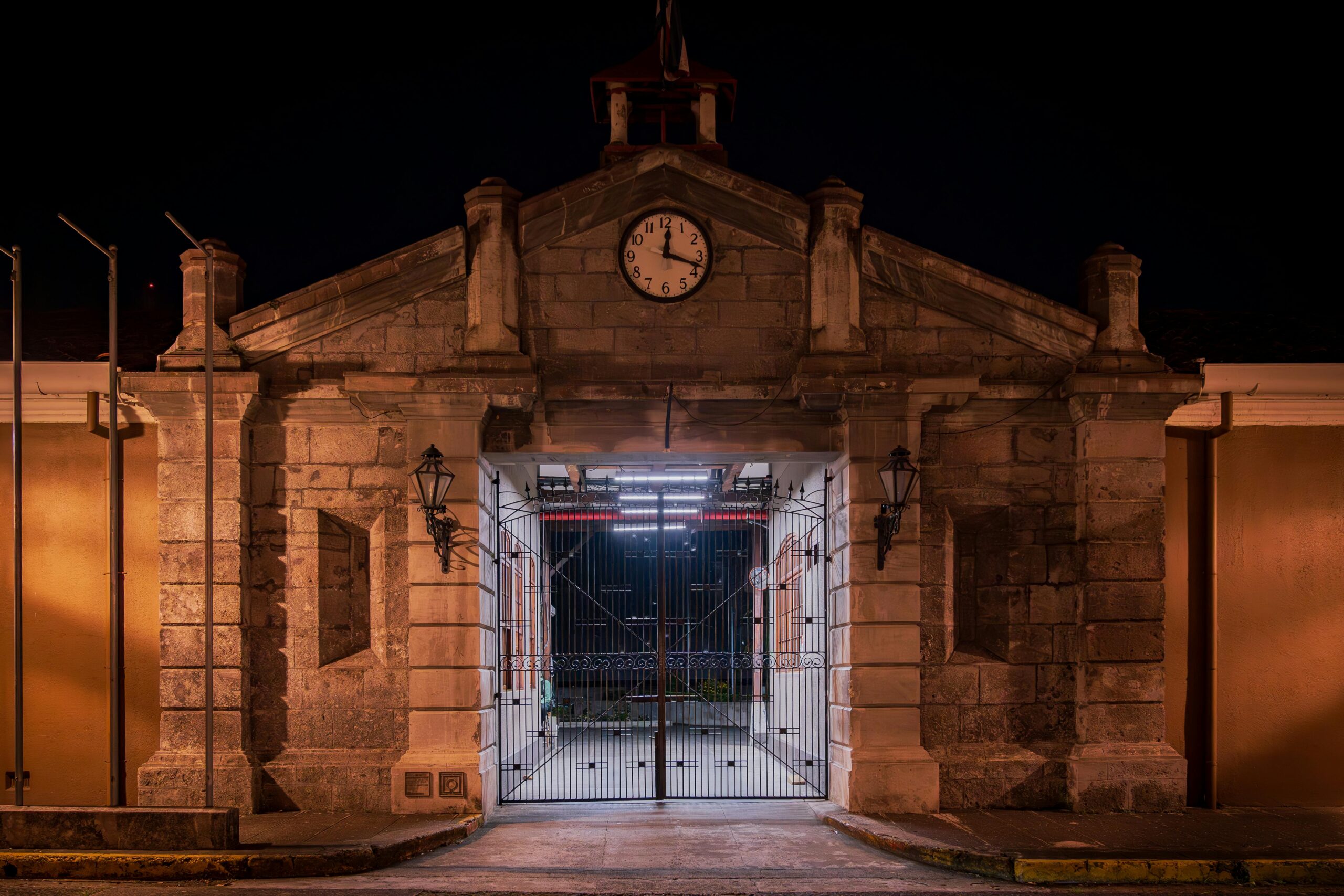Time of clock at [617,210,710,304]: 12:18
